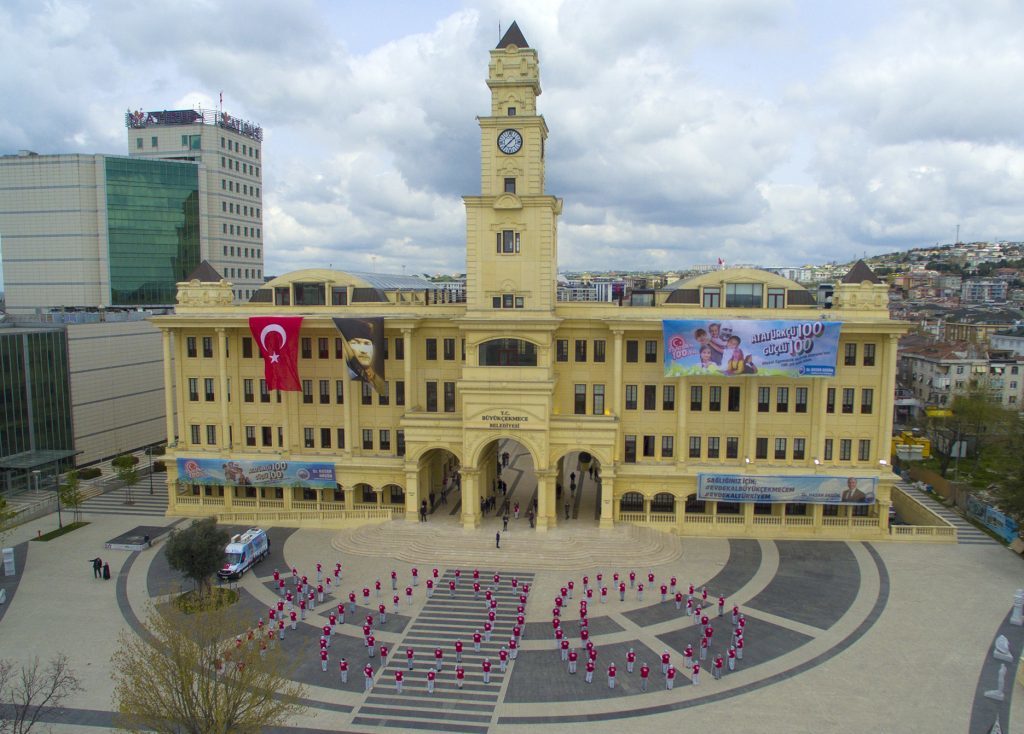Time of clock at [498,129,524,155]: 1:37
